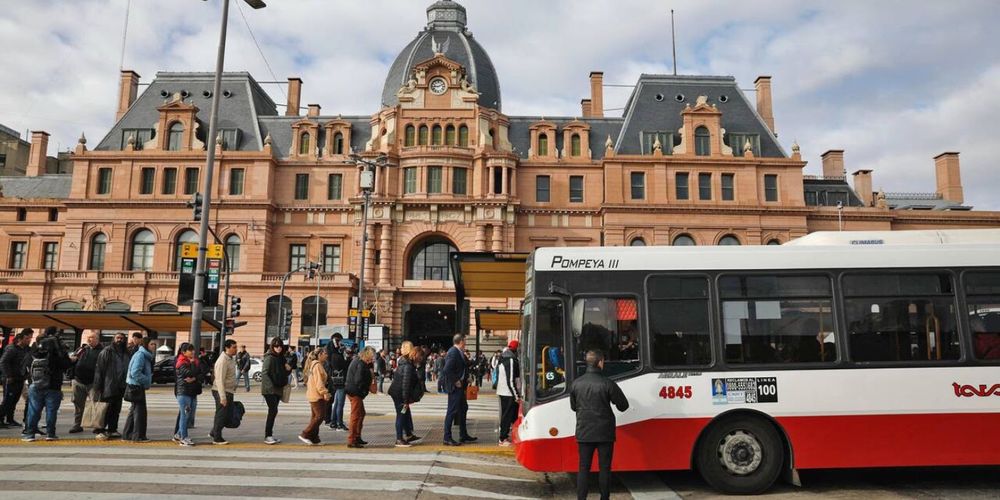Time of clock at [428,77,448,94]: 9:11
